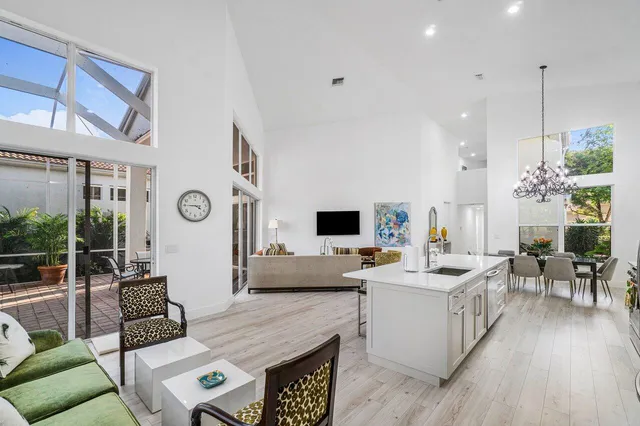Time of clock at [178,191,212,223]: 3:45
